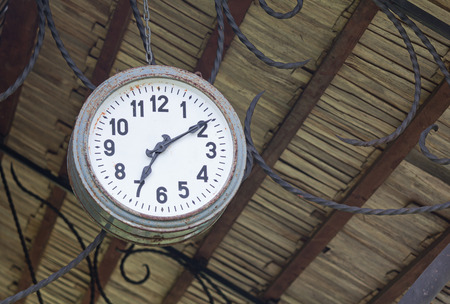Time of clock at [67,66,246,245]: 7:09
